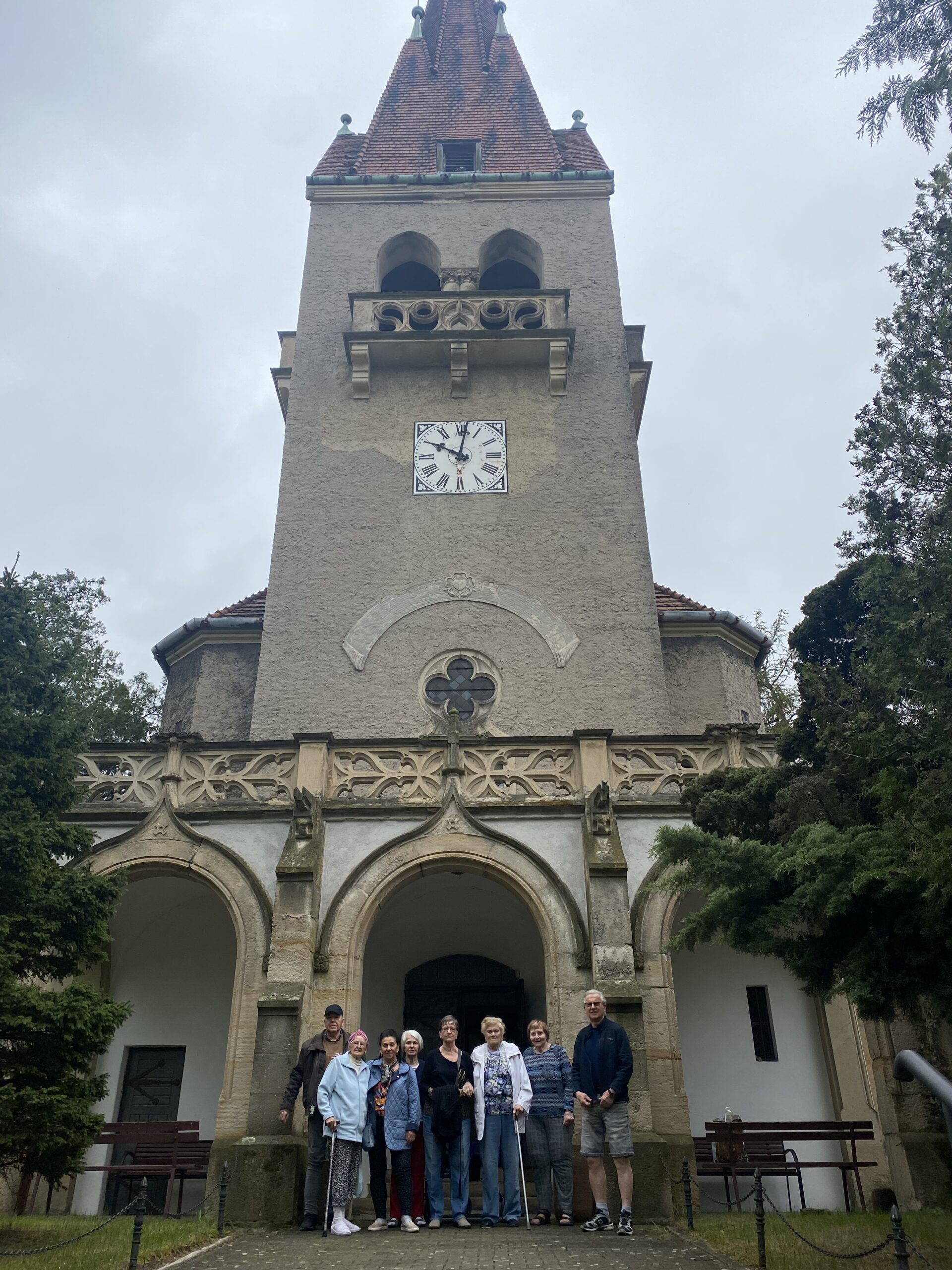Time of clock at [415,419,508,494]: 10:01
